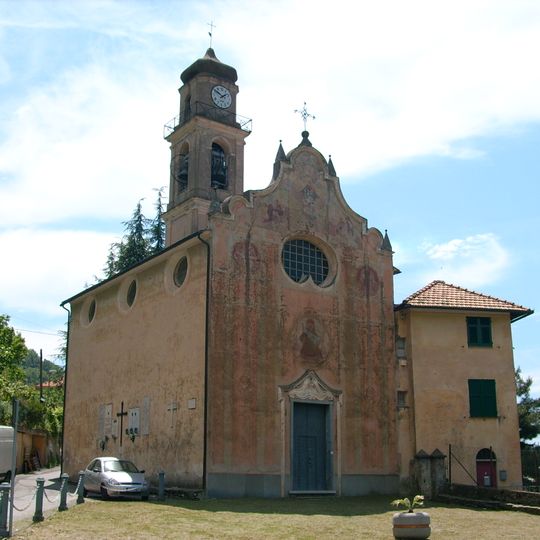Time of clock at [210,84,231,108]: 1:50
